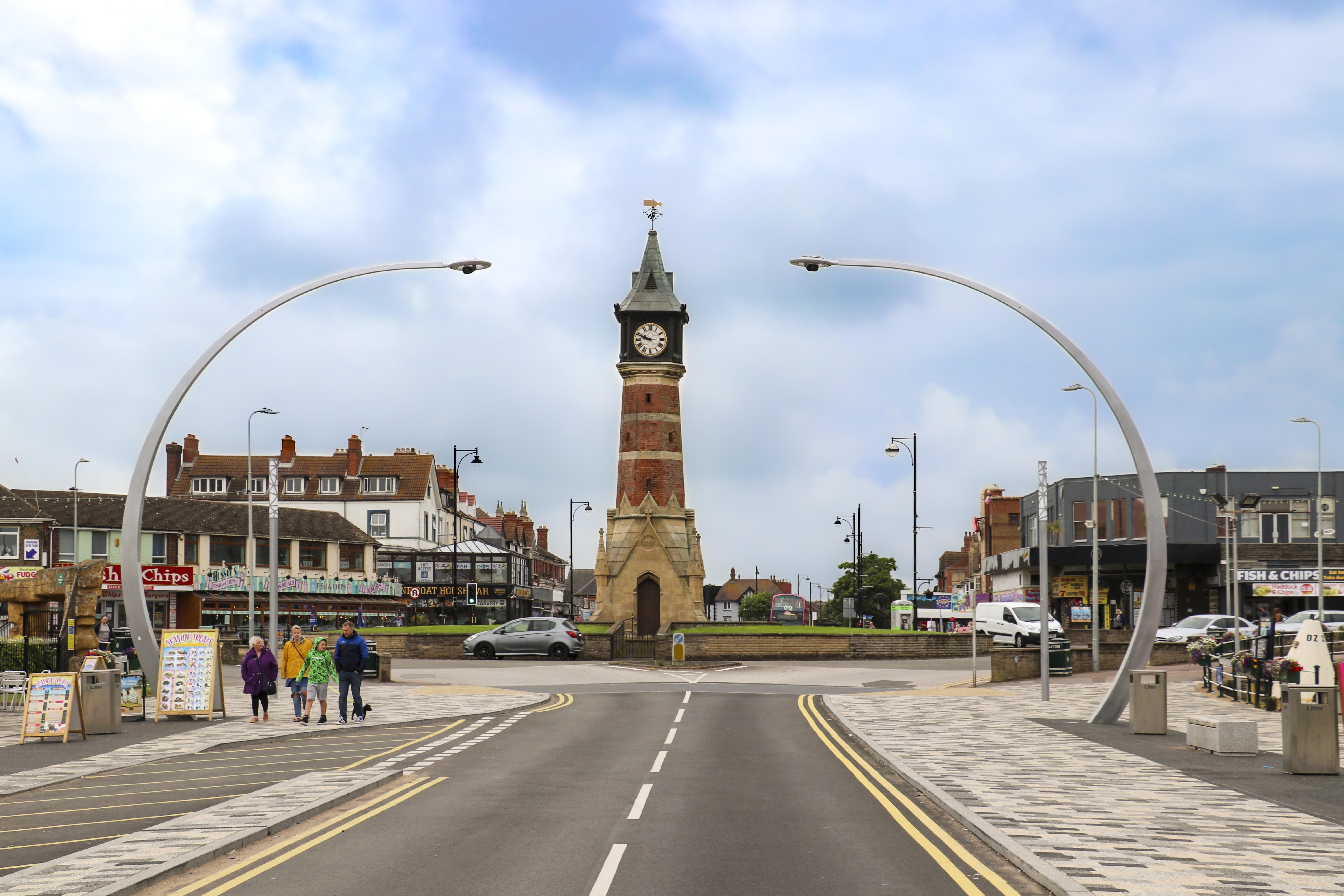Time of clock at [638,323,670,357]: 9:48
